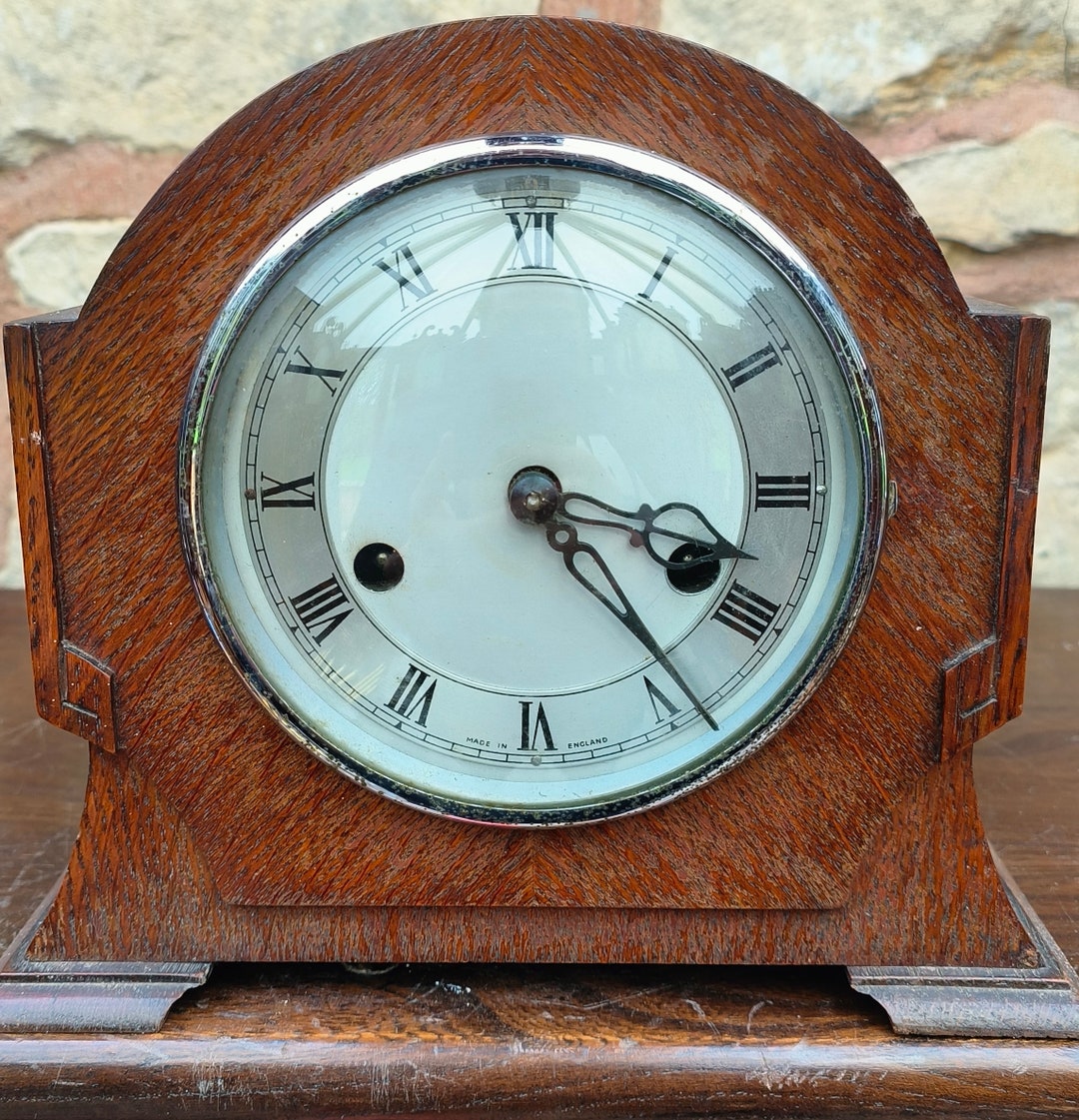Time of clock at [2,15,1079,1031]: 3:23
